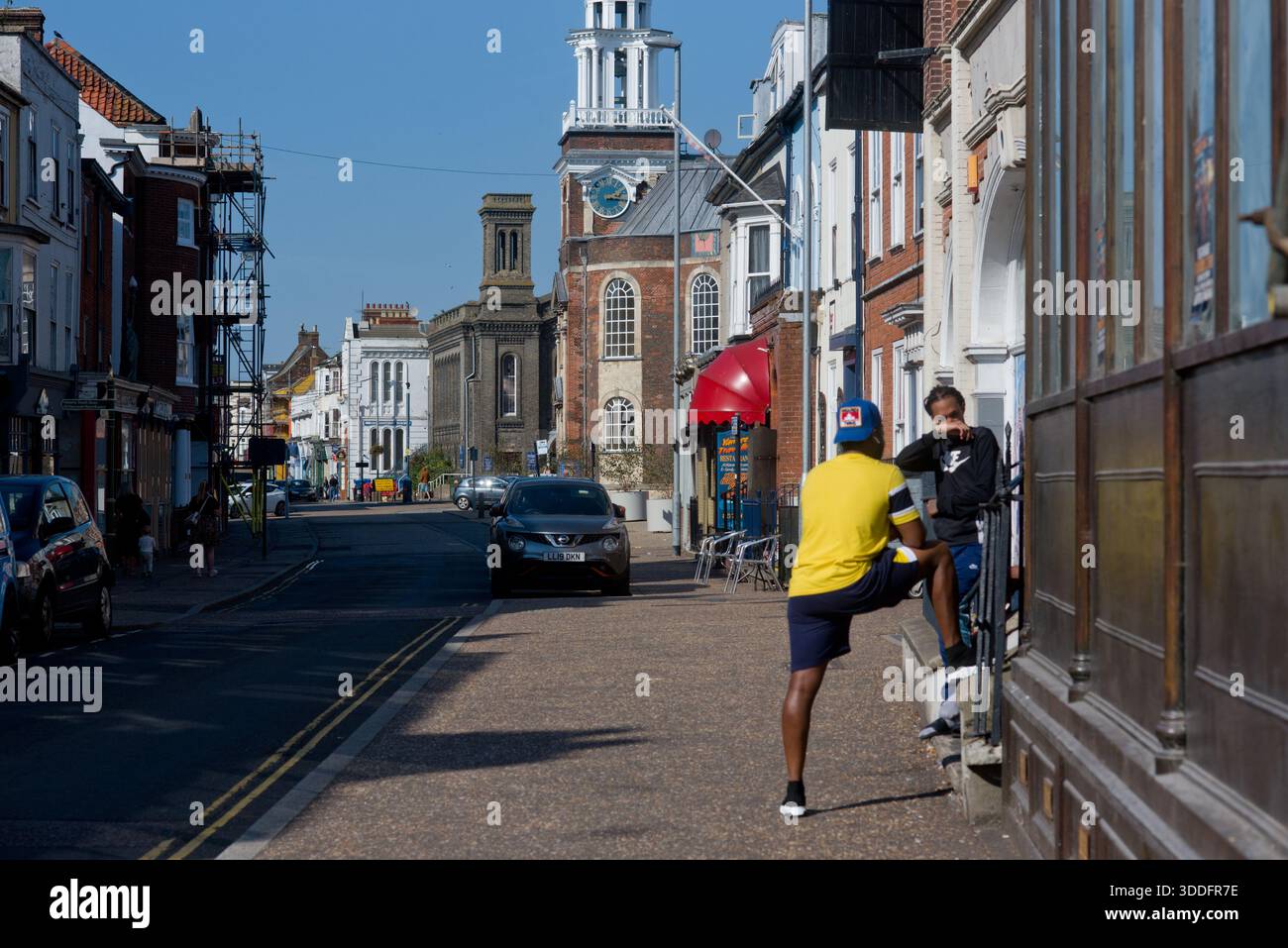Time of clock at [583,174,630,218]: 2:15
